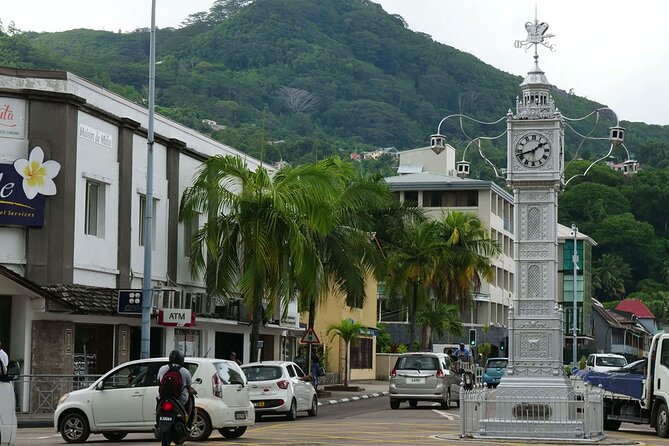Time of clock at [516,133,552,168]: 1:42
